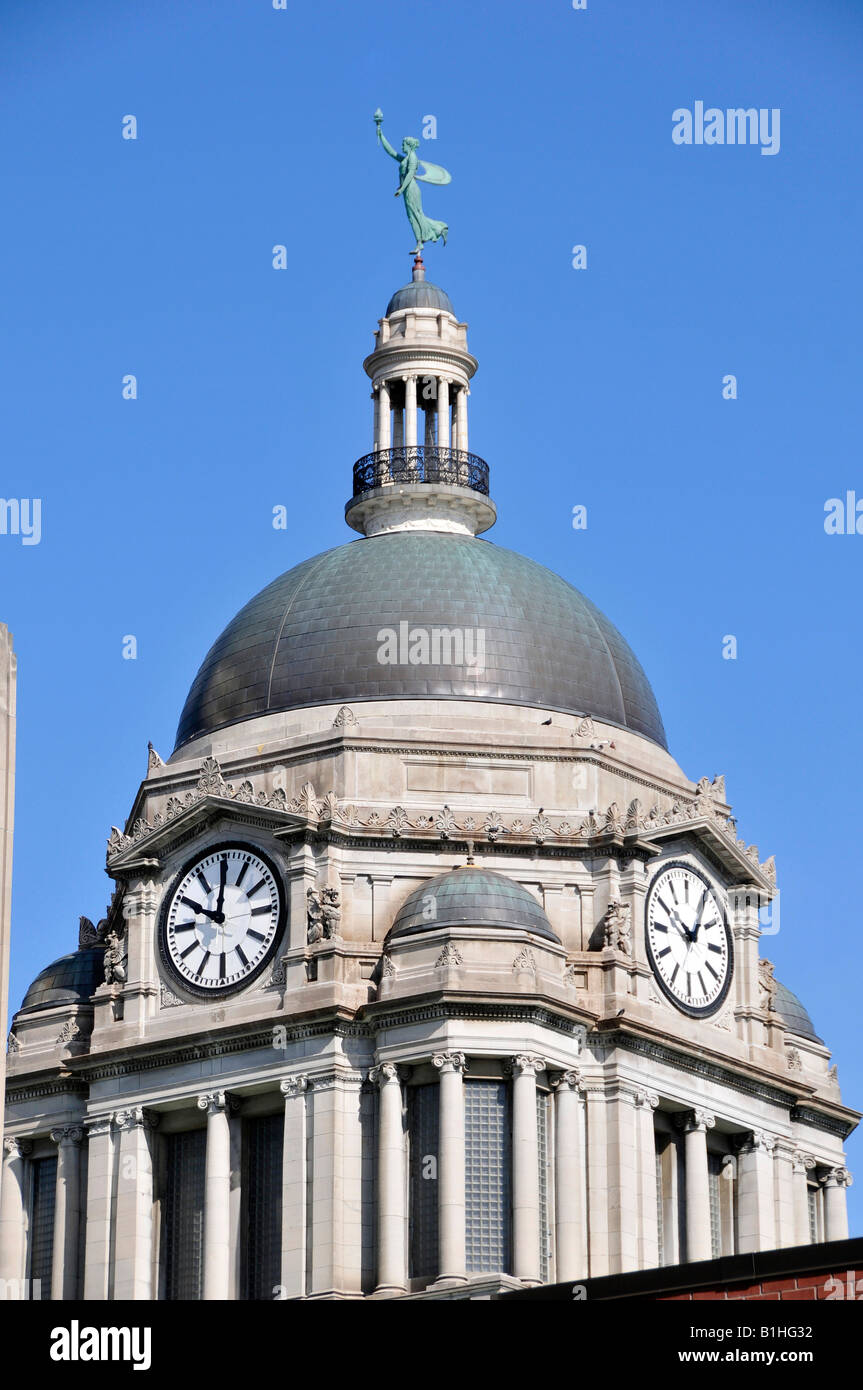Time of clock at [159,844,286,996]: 10:00
